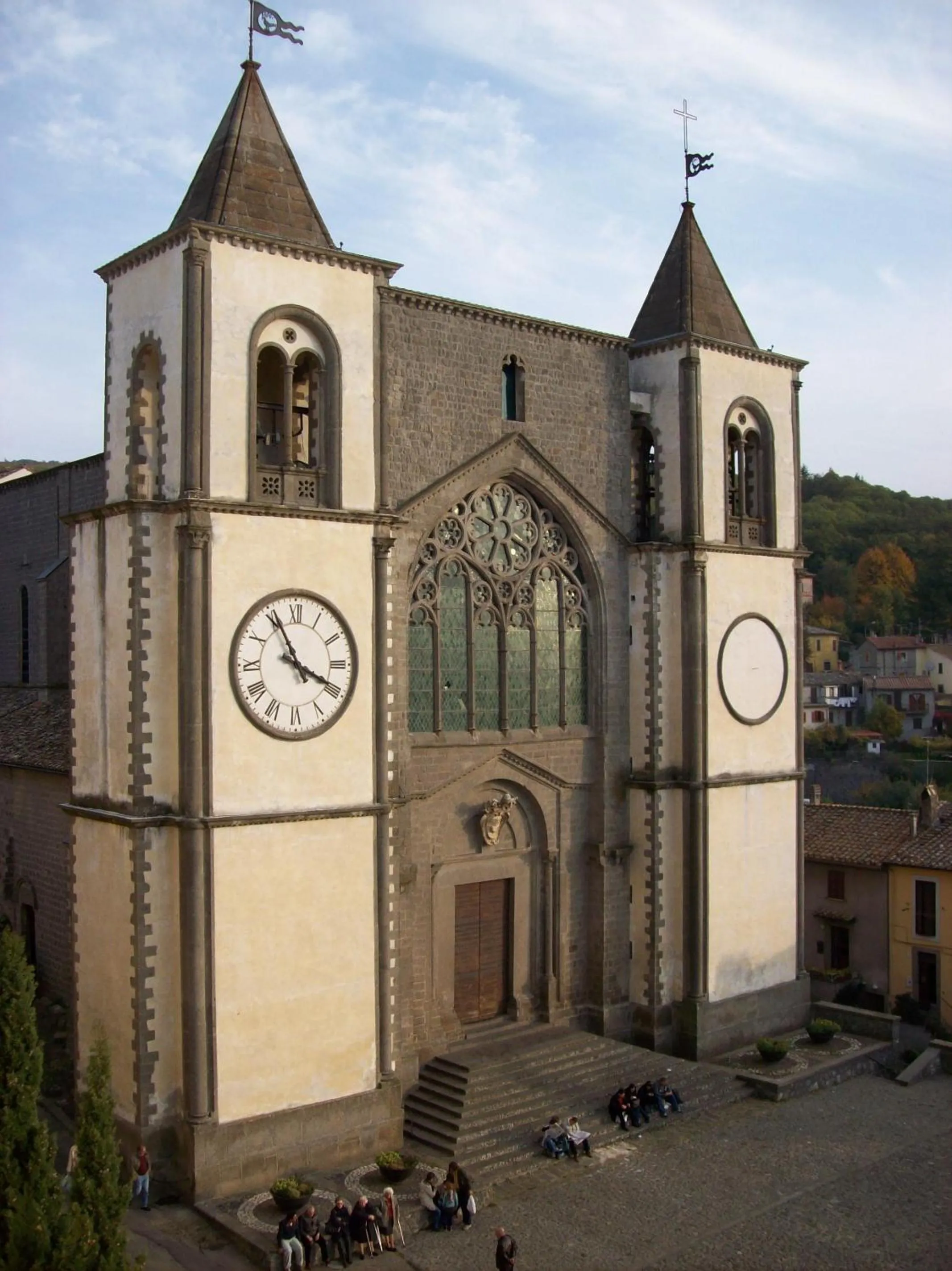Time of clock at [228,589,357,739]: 3:55
